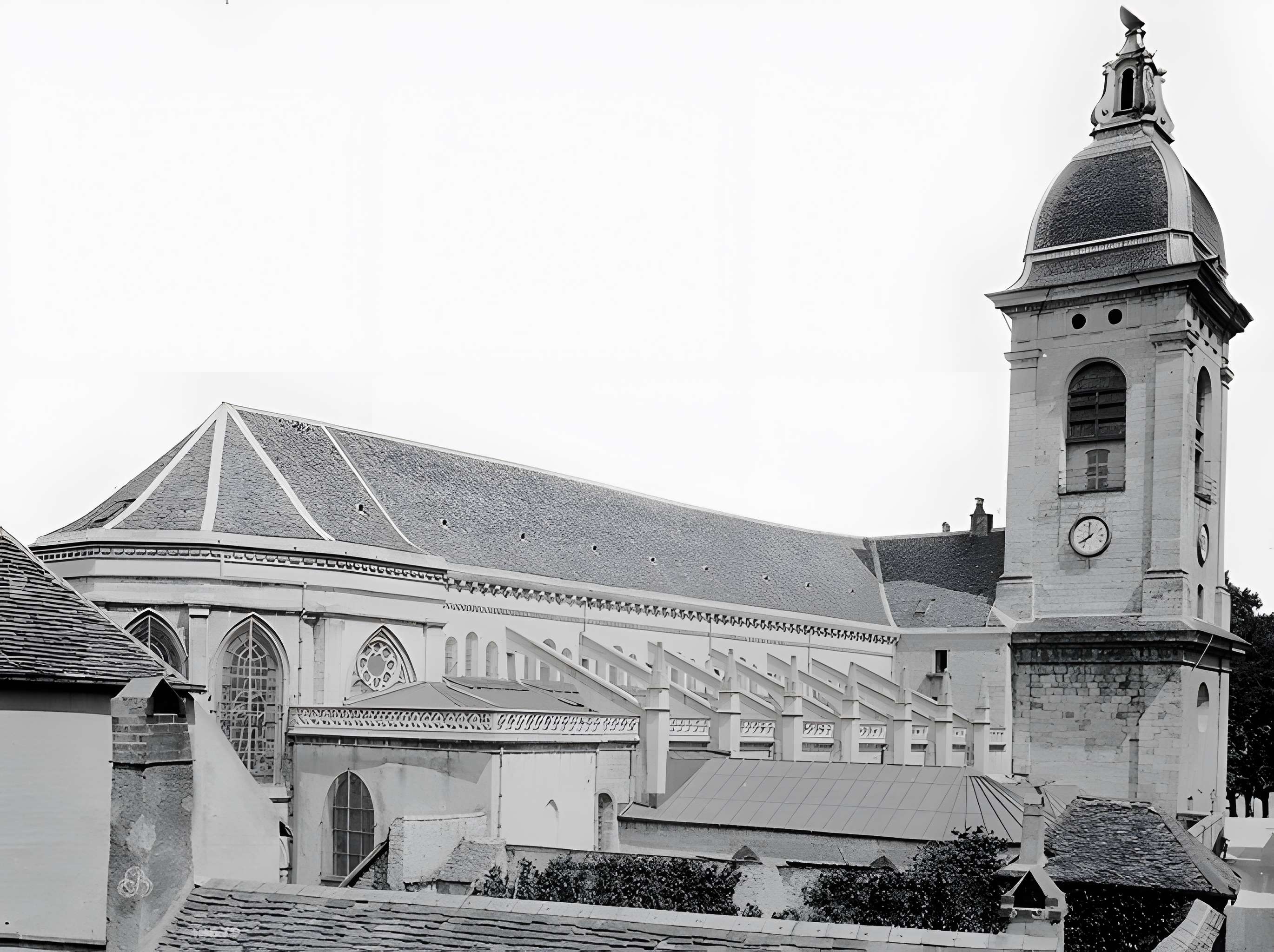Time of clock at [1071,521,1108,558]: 7:59
